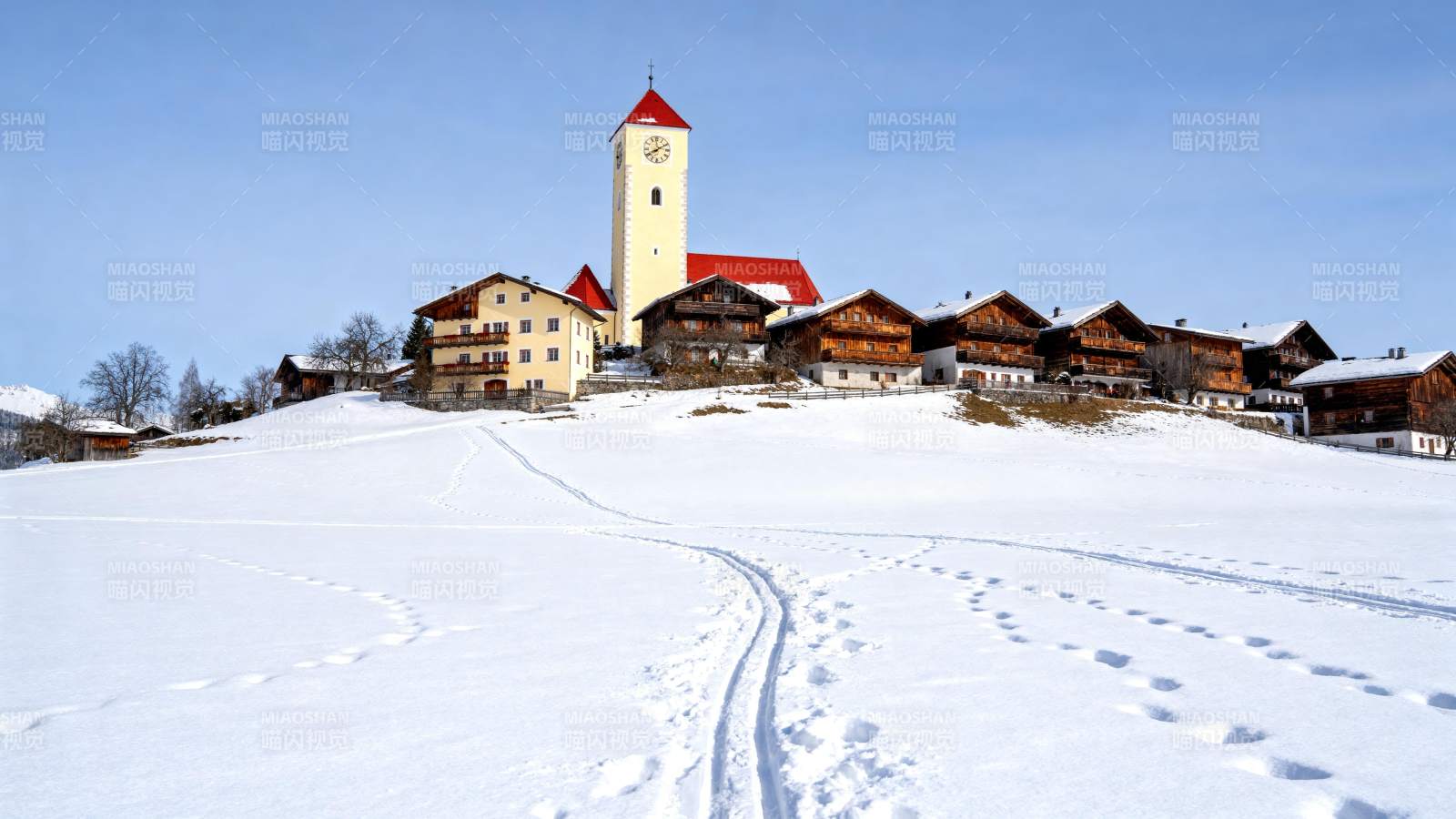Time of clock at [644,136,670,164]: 8:09
